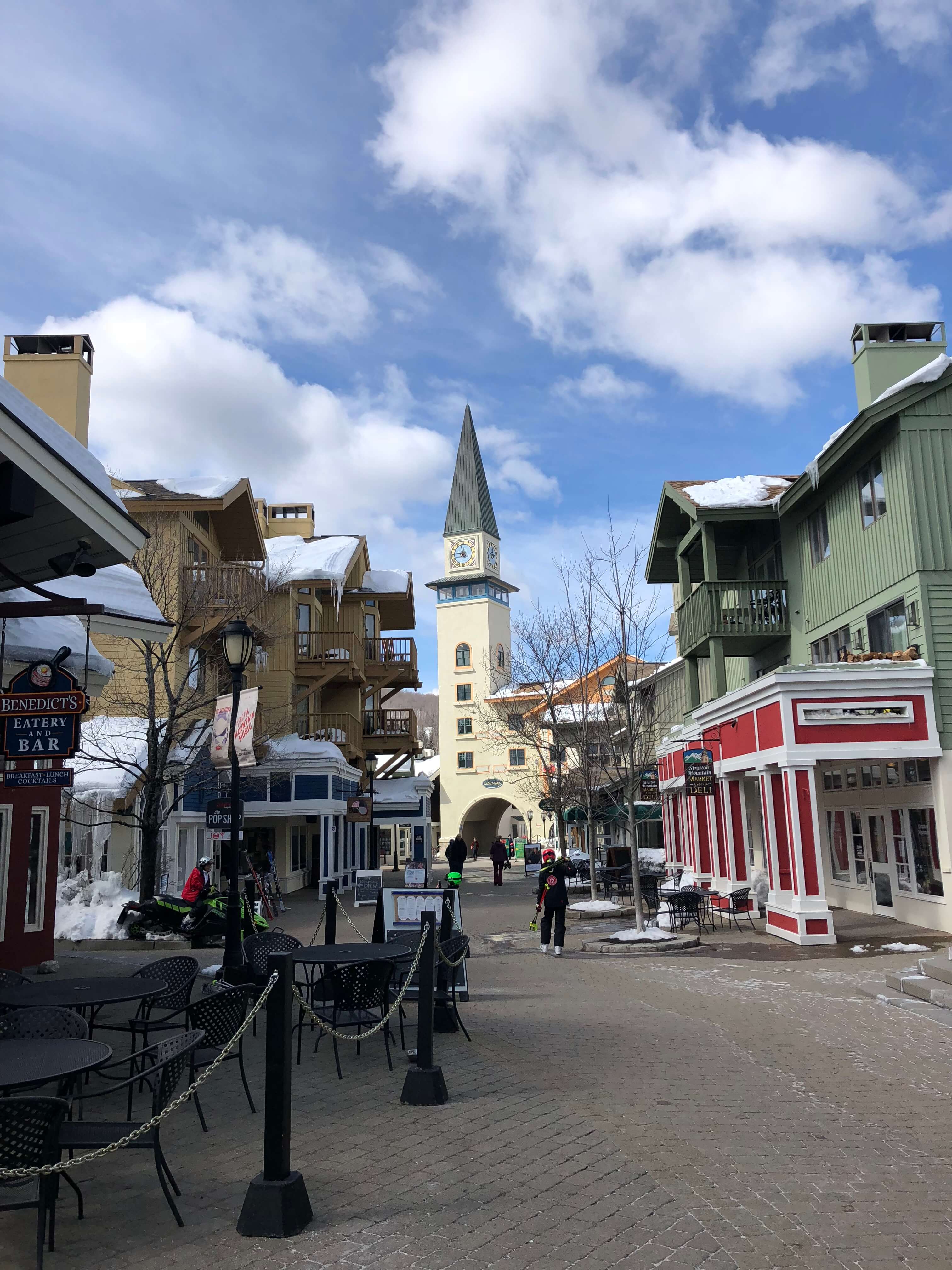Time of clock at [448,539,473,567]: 8:58
